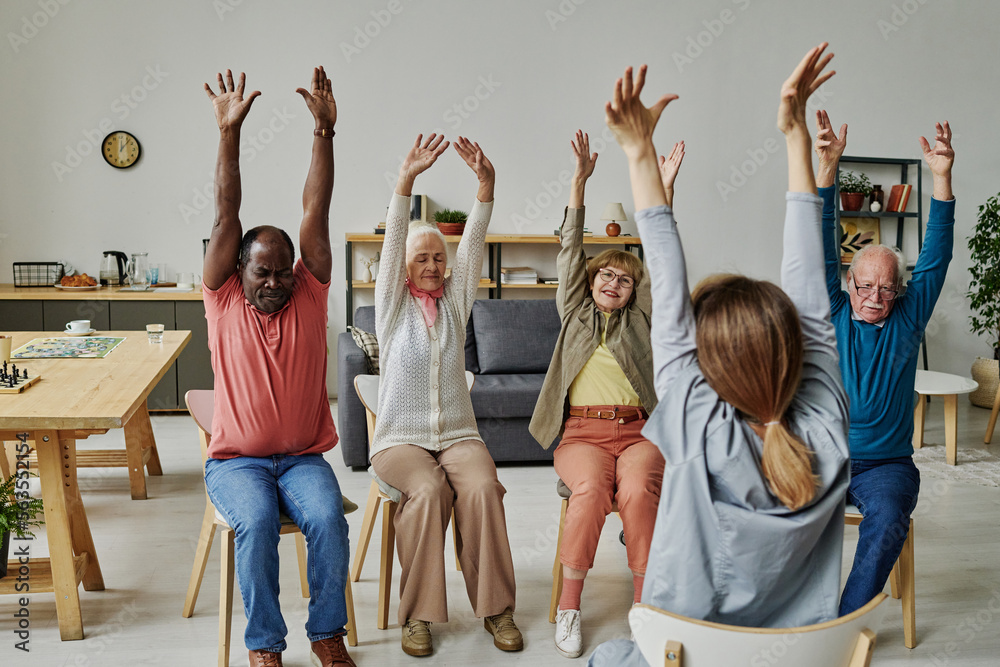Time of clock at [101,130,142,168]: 12:07
